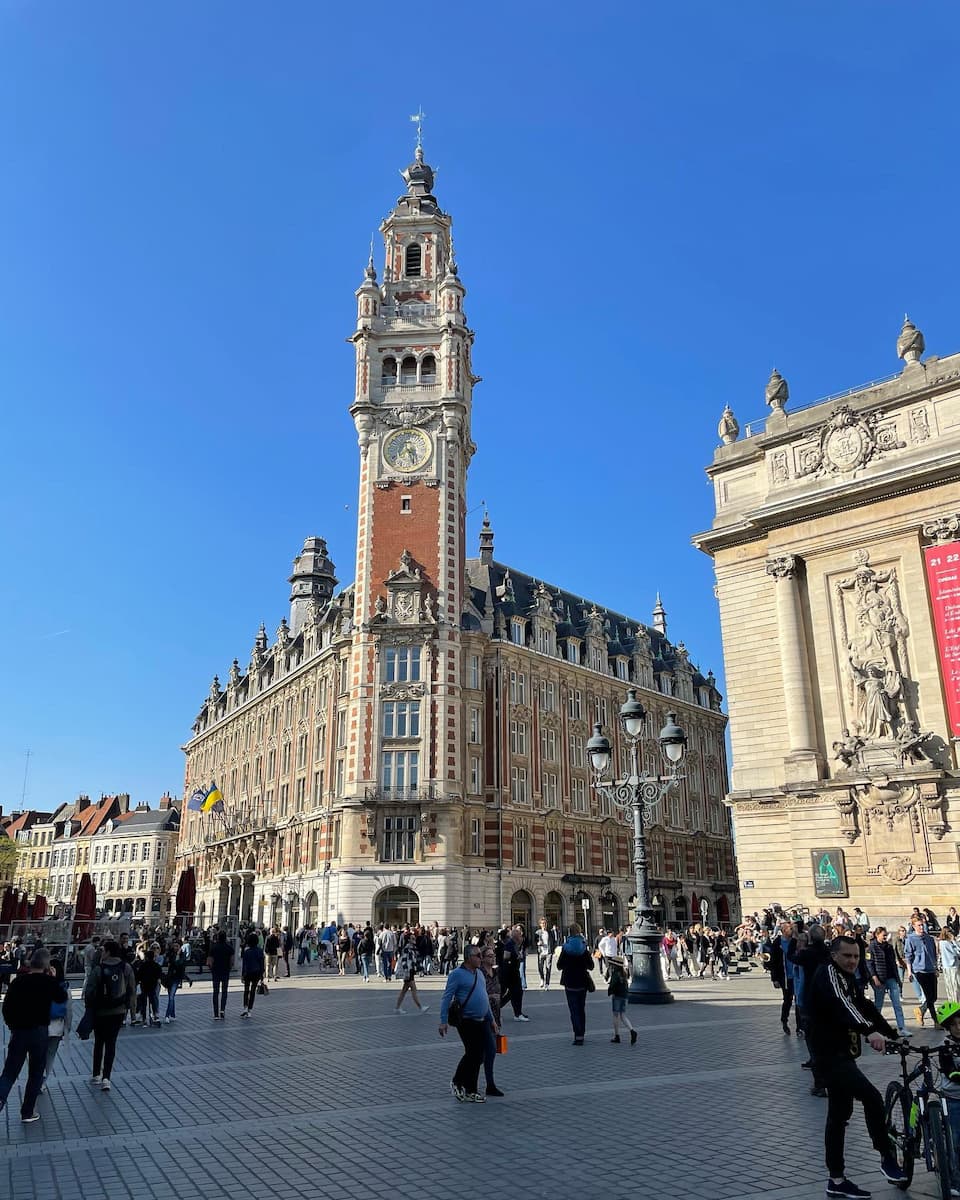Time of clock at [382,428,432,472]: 4:26
